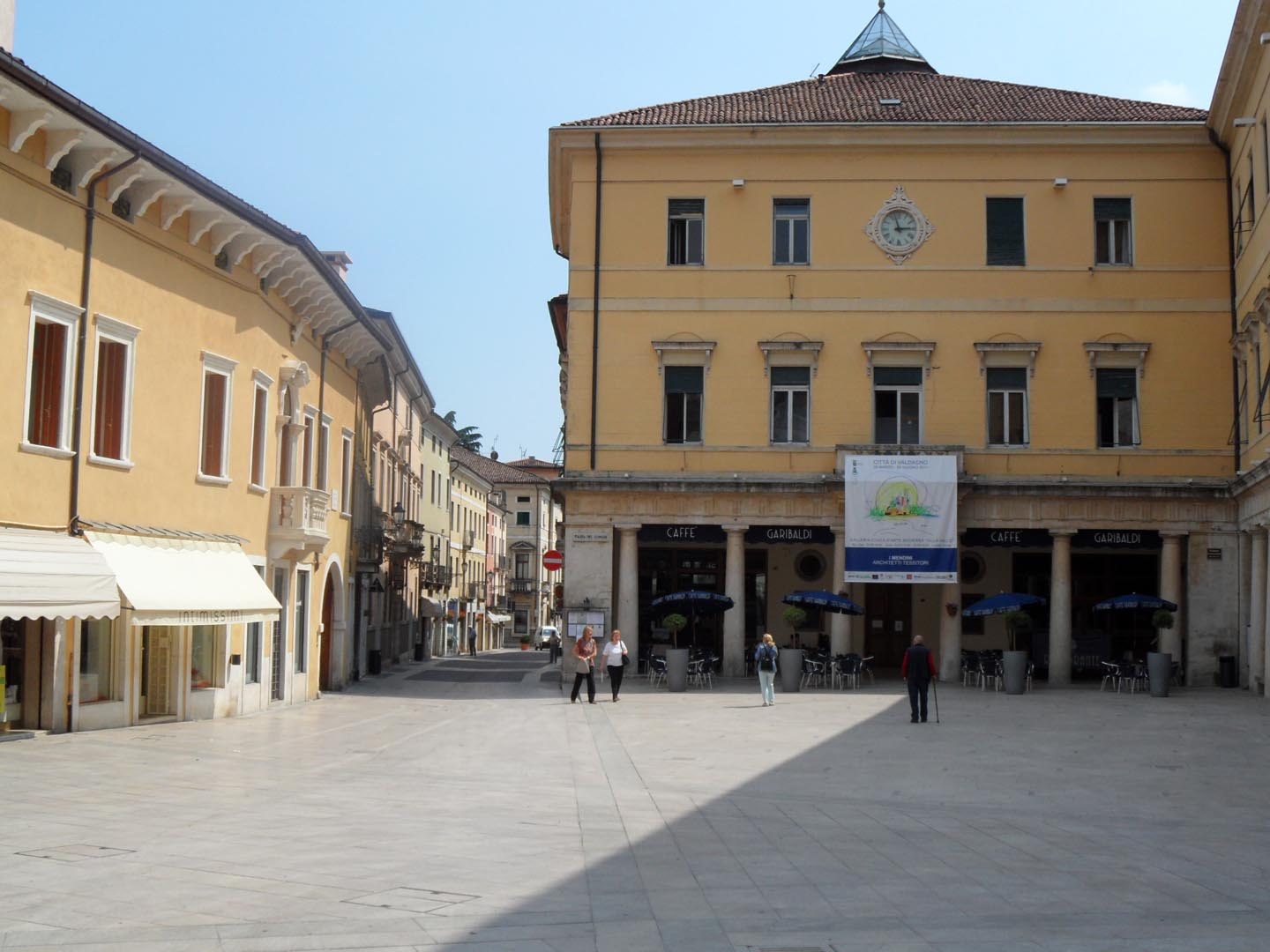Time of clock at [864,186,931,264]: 2:57
